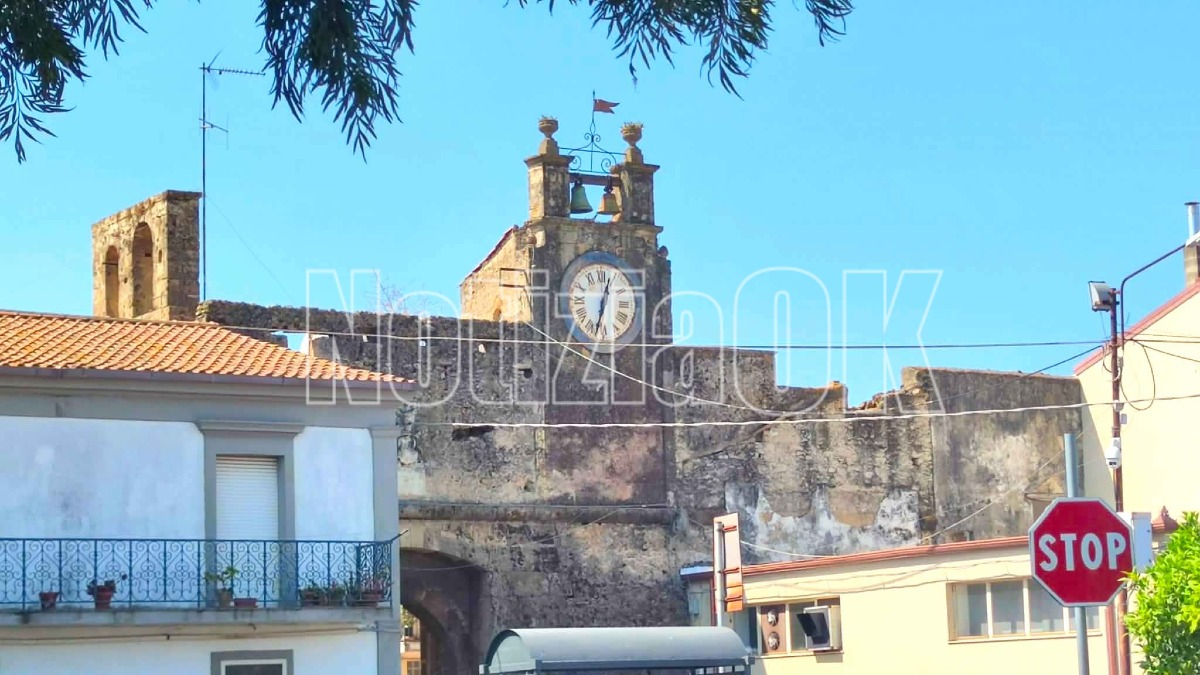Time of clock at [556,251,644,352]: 12:32
